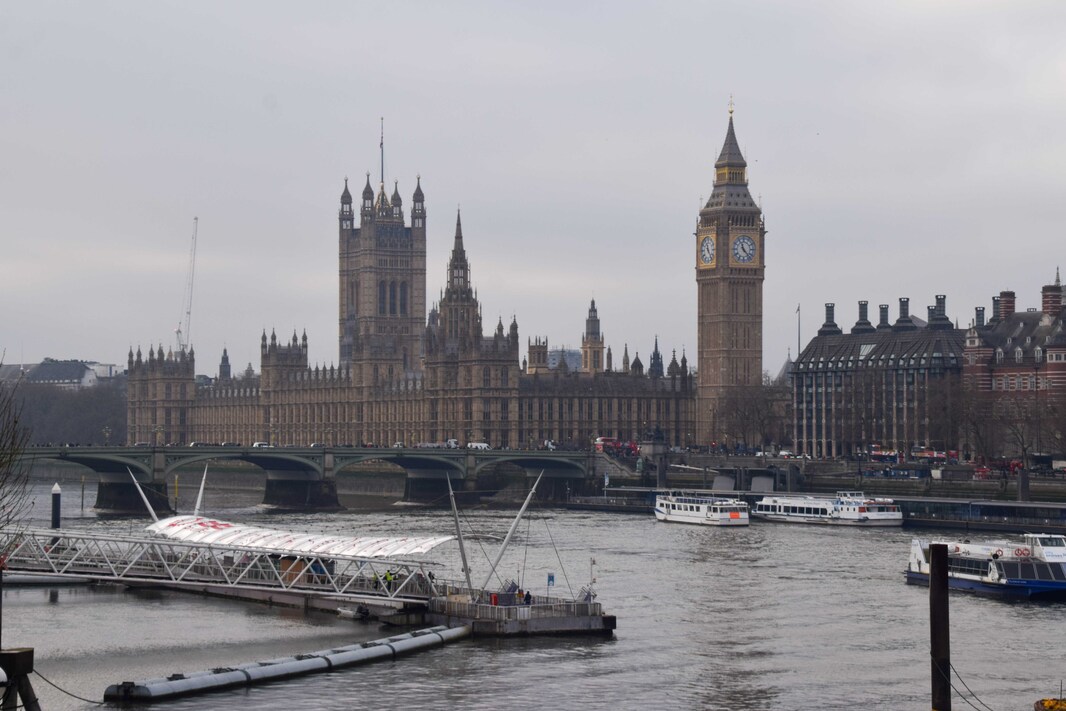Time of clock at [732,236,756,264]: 11:22
